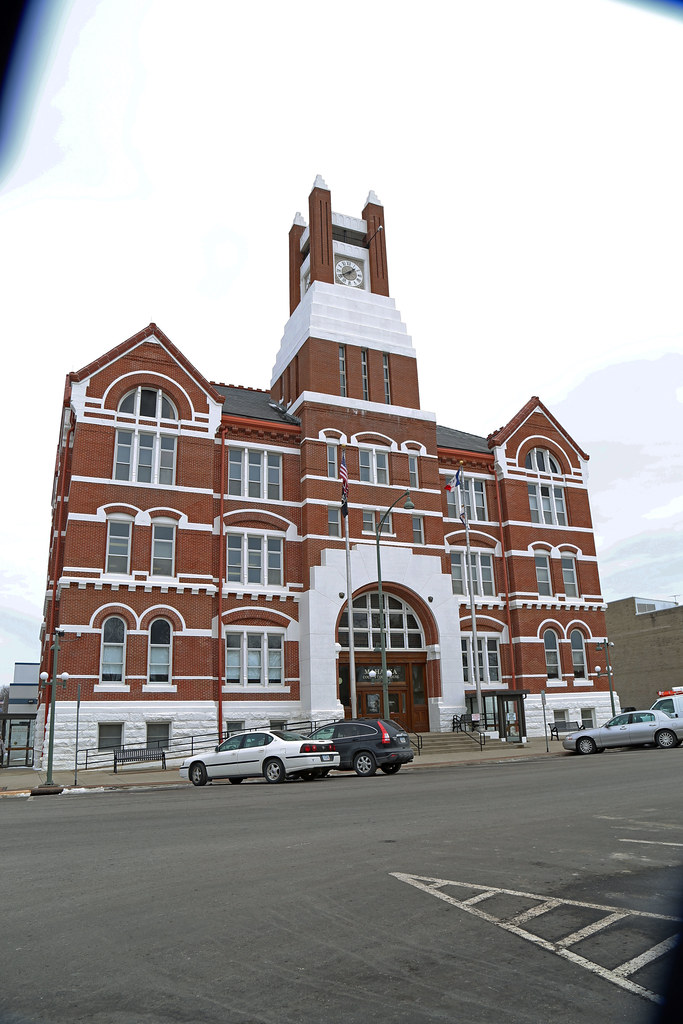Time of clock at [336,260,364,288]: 1:40
